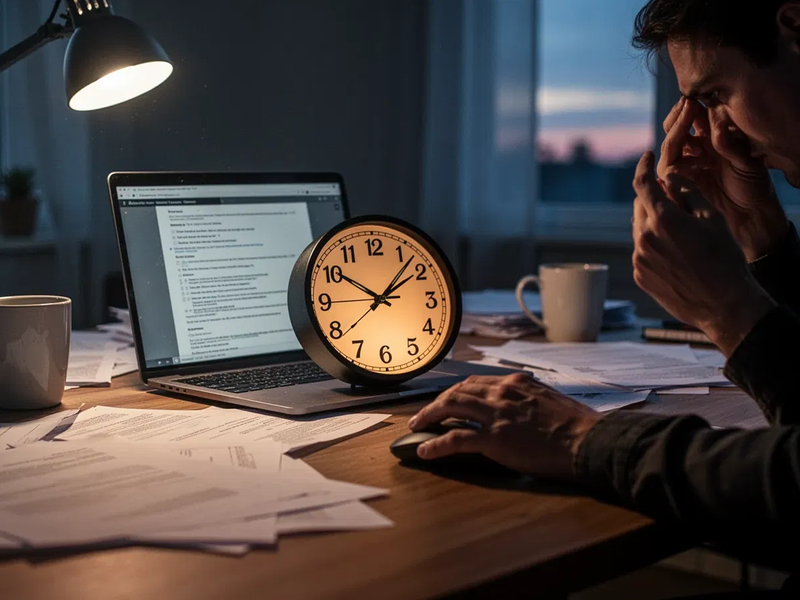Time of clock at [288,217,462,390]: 10:07
